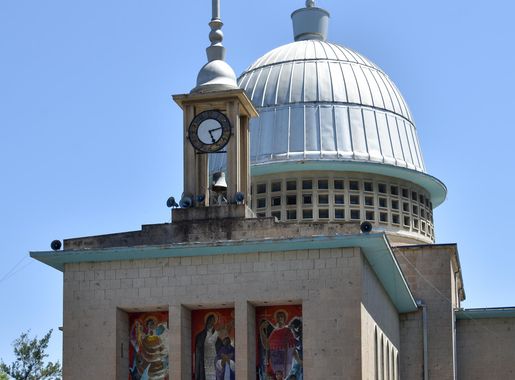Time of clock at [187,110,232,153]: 5:13
